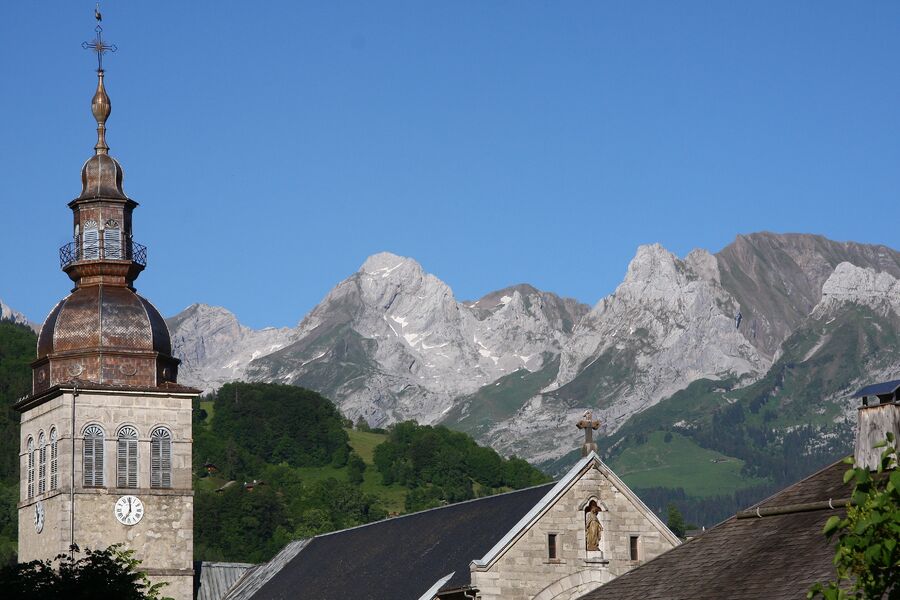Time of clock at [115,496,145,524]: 7:00
